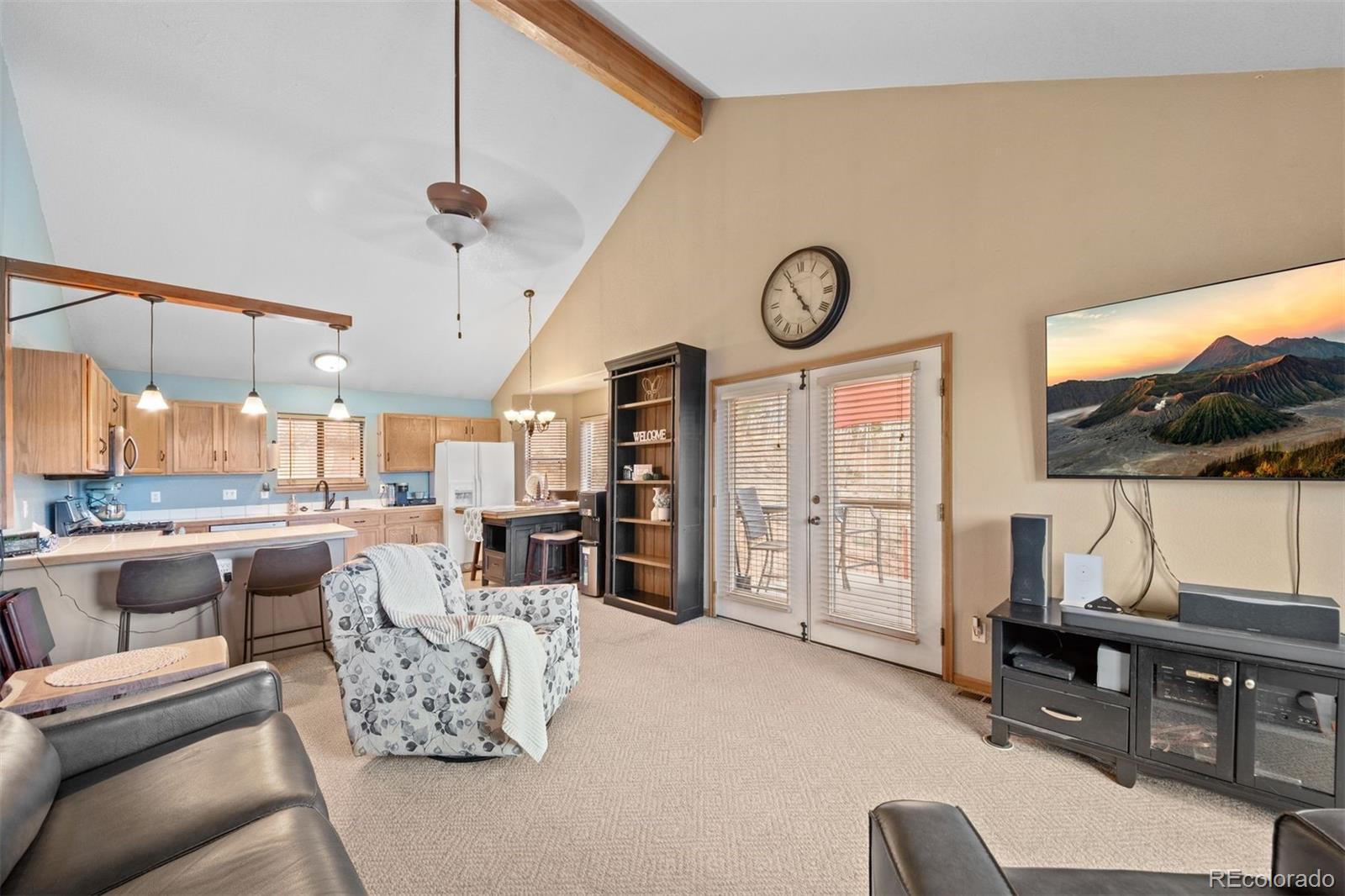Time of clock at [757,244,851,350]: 4:54
